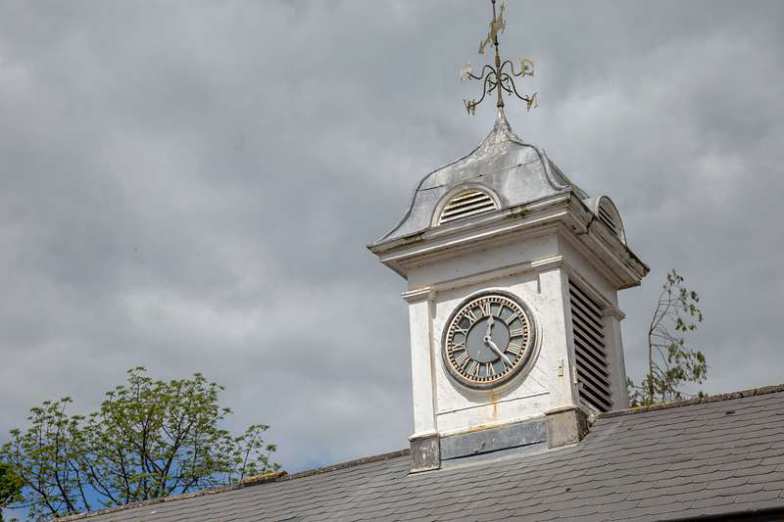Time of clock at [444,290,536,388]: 12:23
